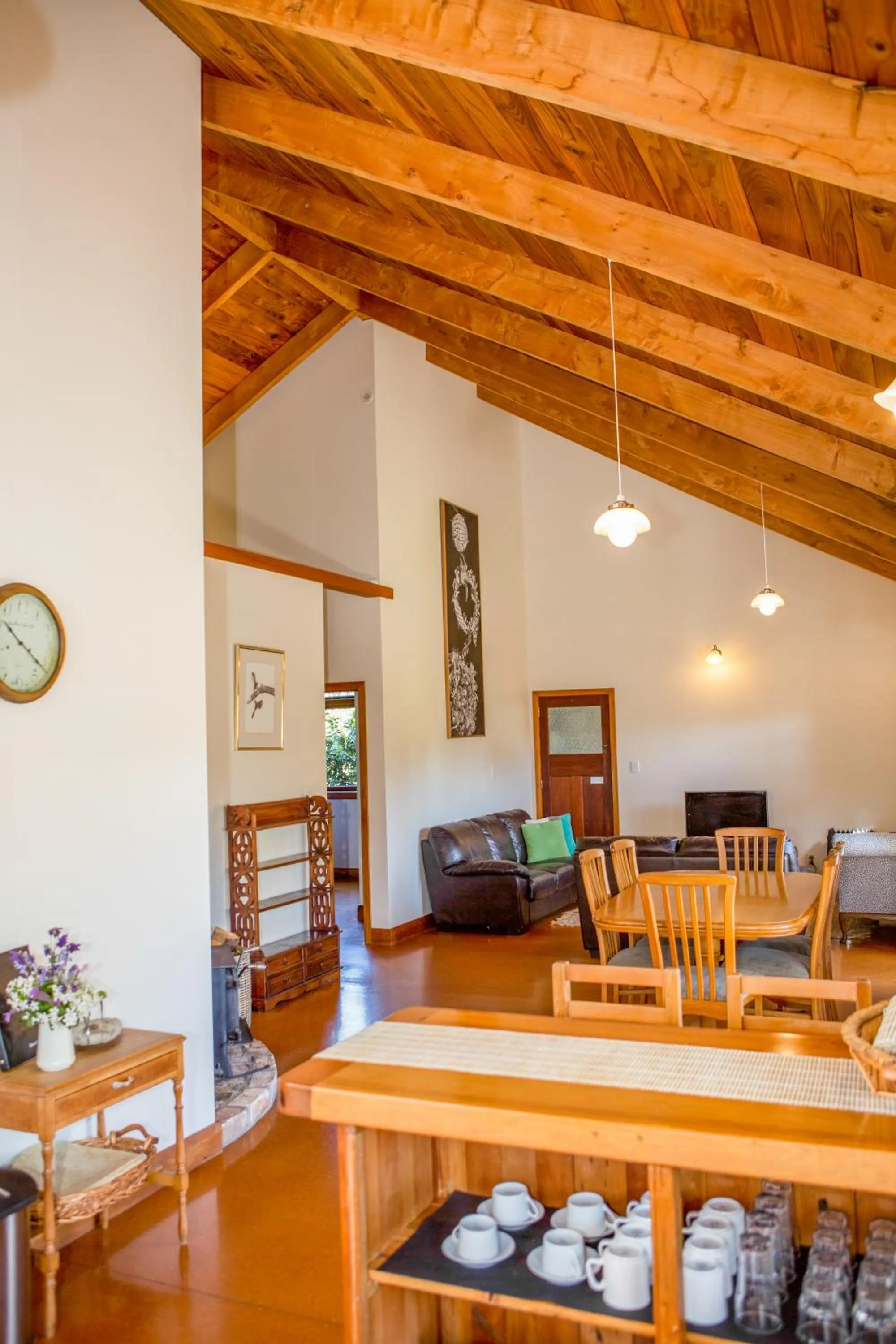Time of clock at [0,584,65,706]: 10:20
